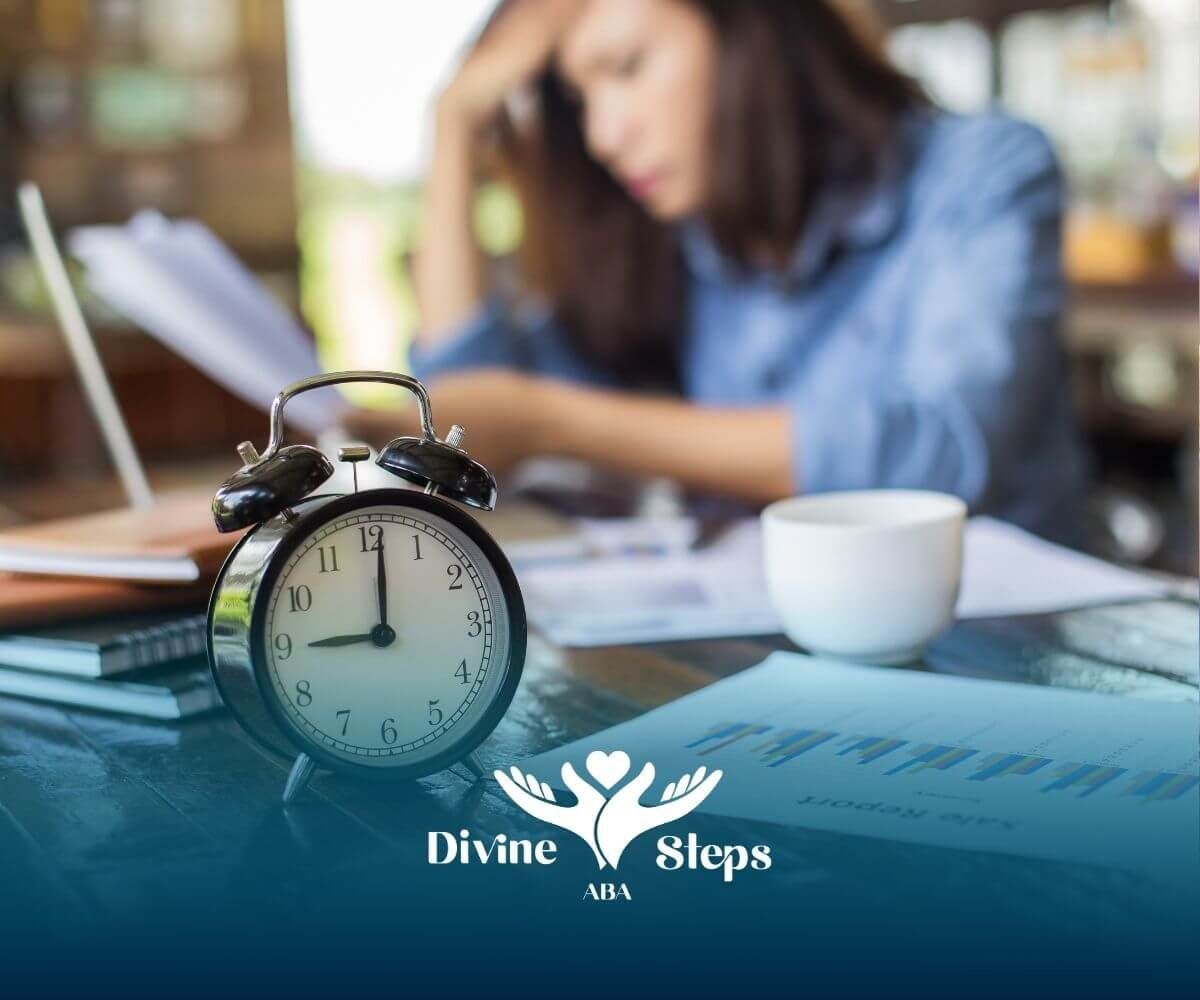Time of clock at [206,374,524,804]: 9:01
